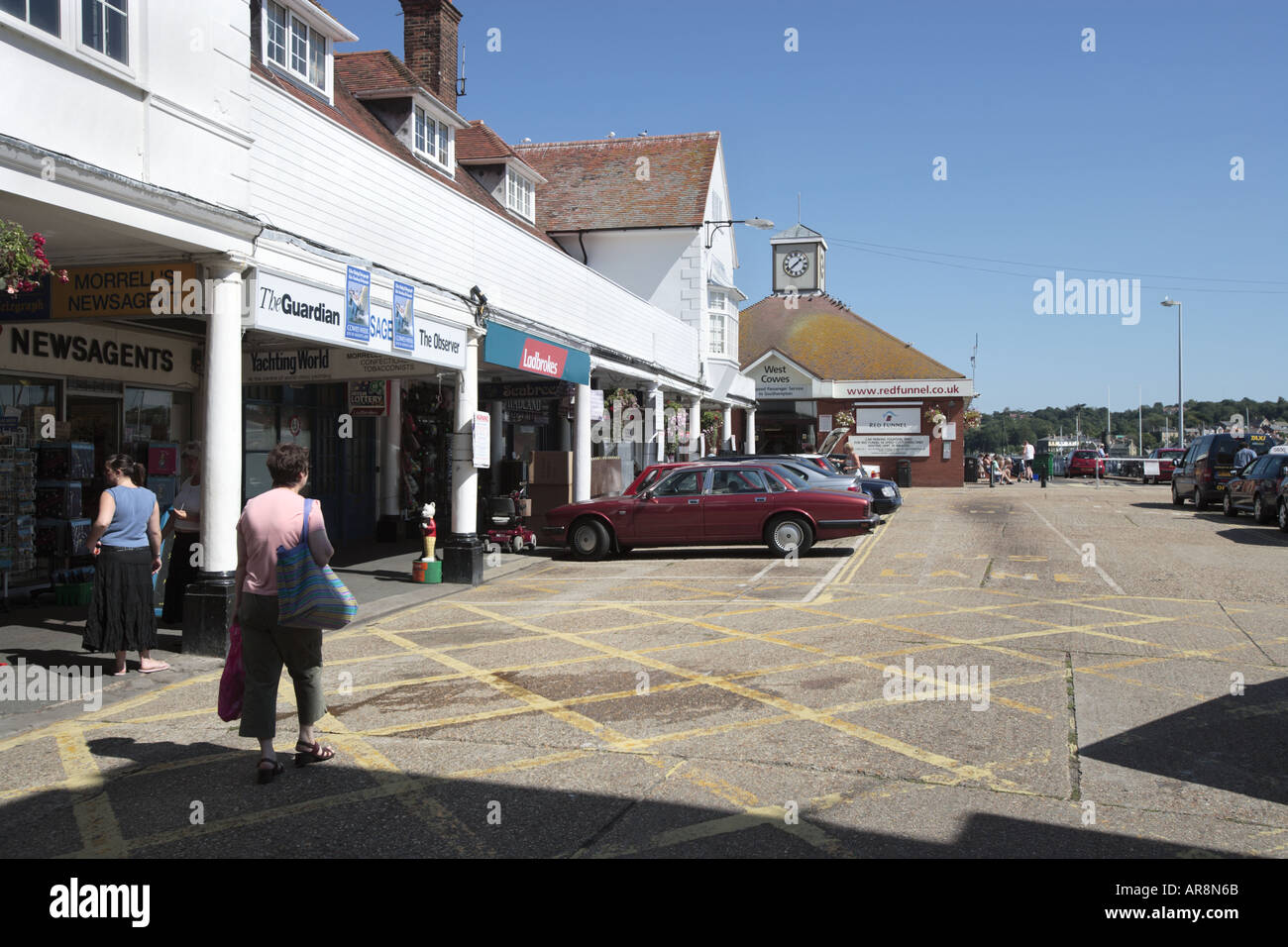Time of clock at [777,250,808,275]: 1:38
